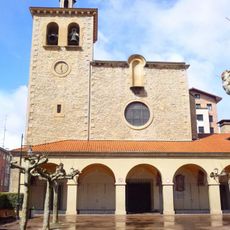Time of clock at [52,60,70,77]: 12:27
